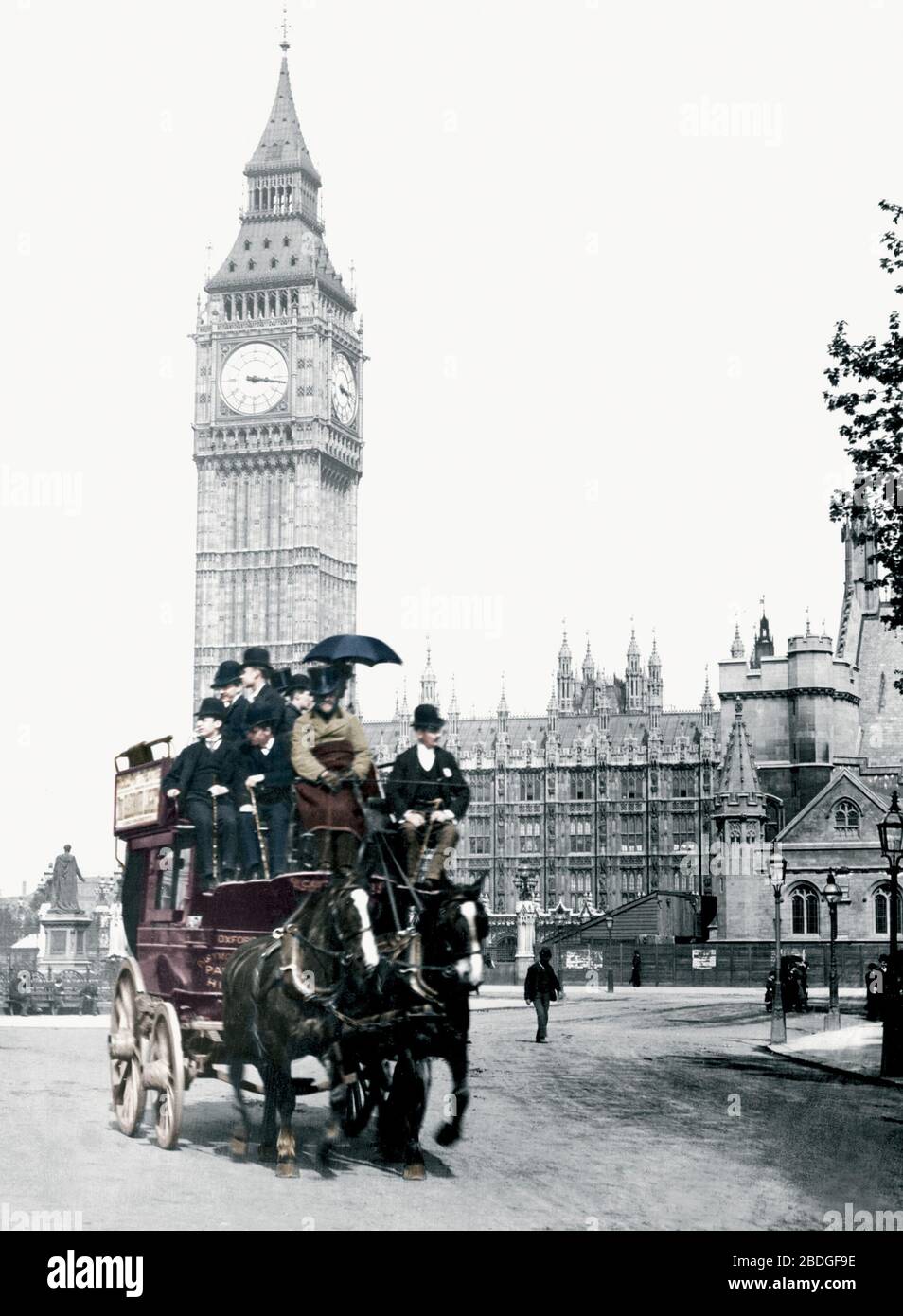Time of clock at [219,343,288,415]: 3:16
